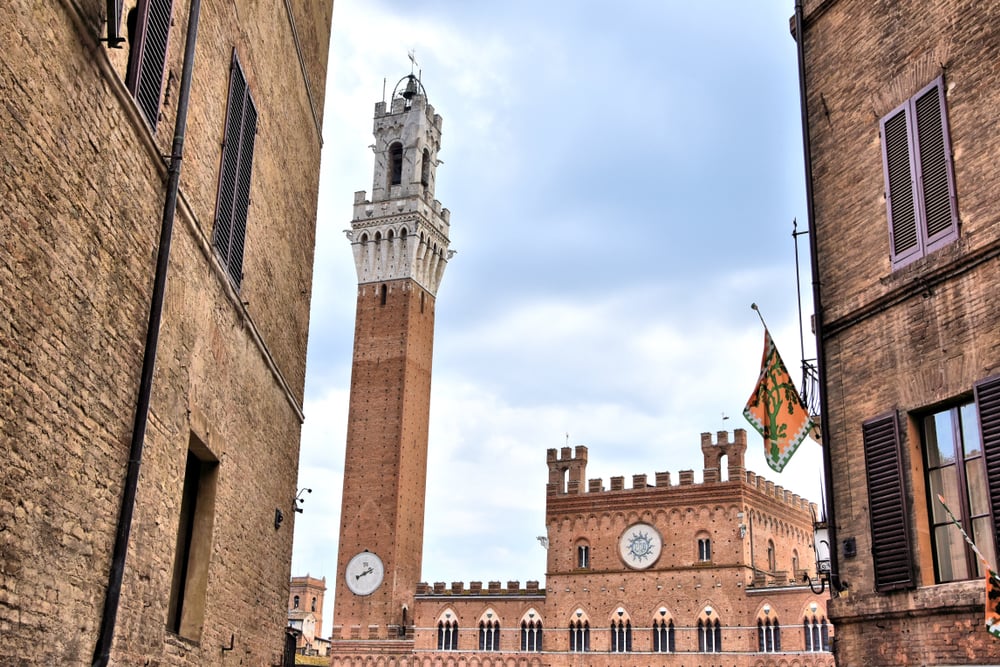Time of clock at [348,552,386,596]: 8:11
